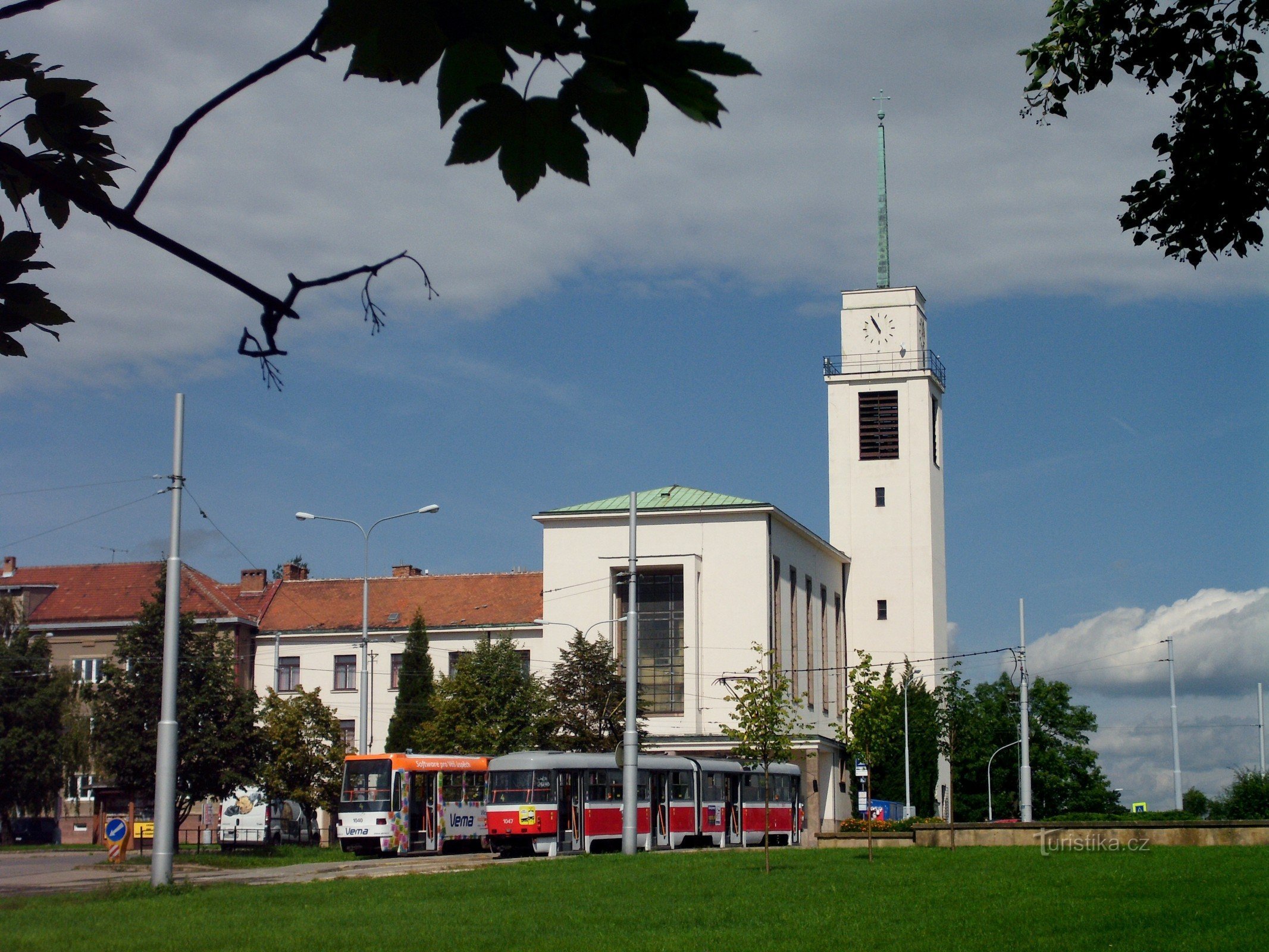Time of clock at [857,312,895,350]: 10:55
